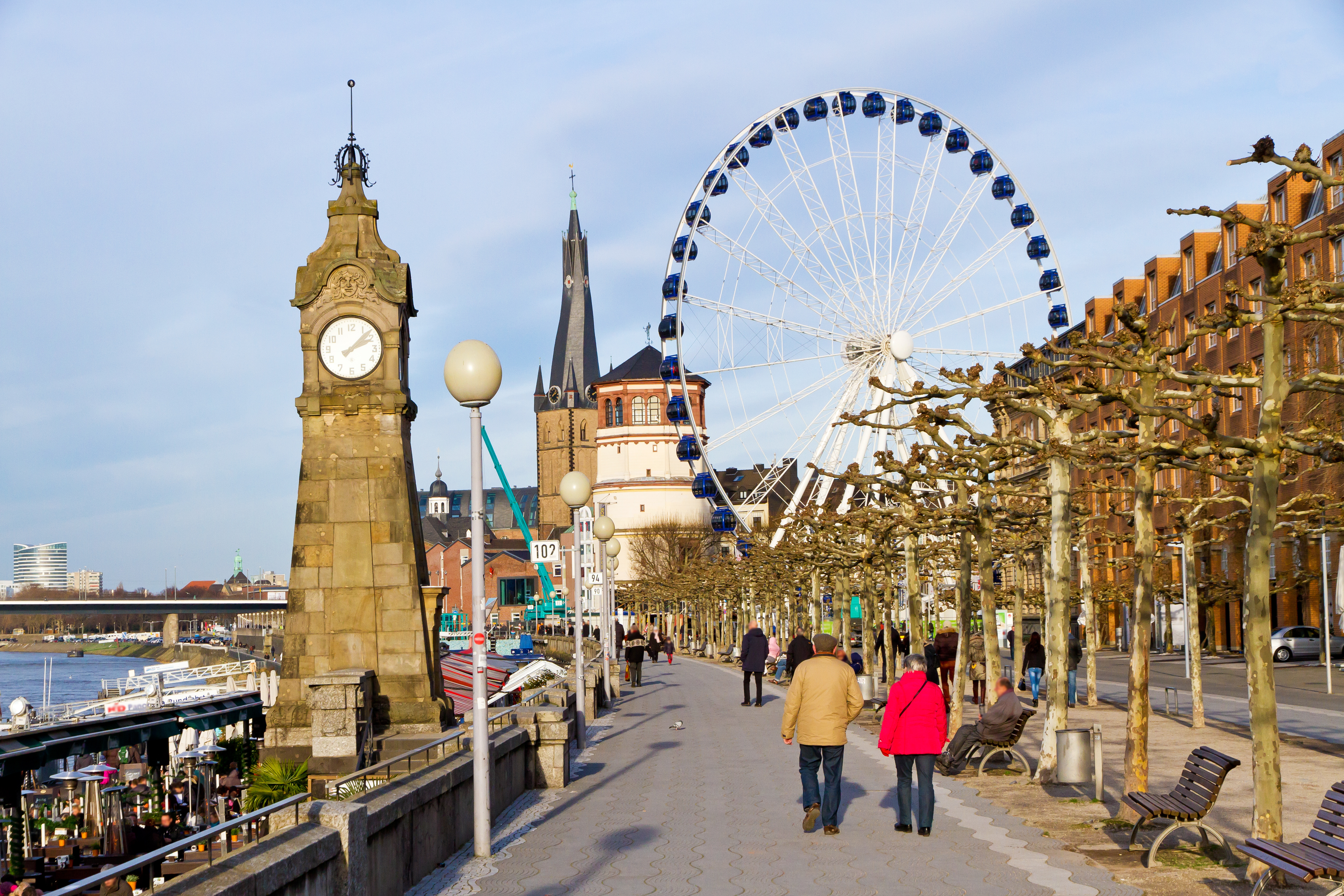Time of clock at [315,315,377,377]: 2:07
